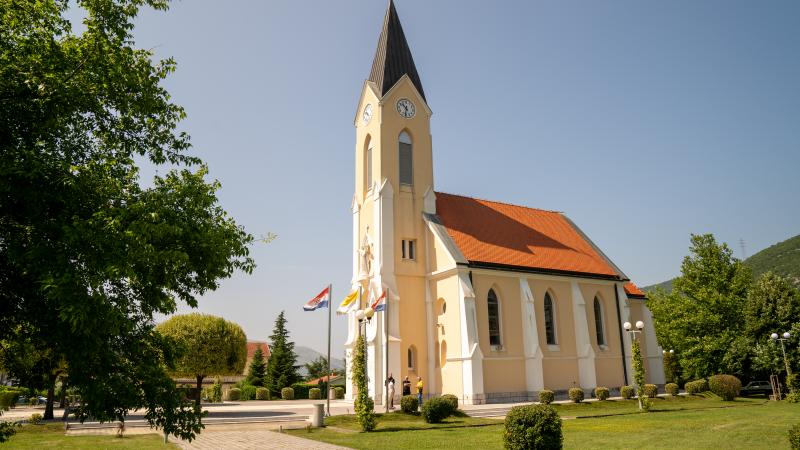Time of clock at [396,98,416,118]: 10:32
